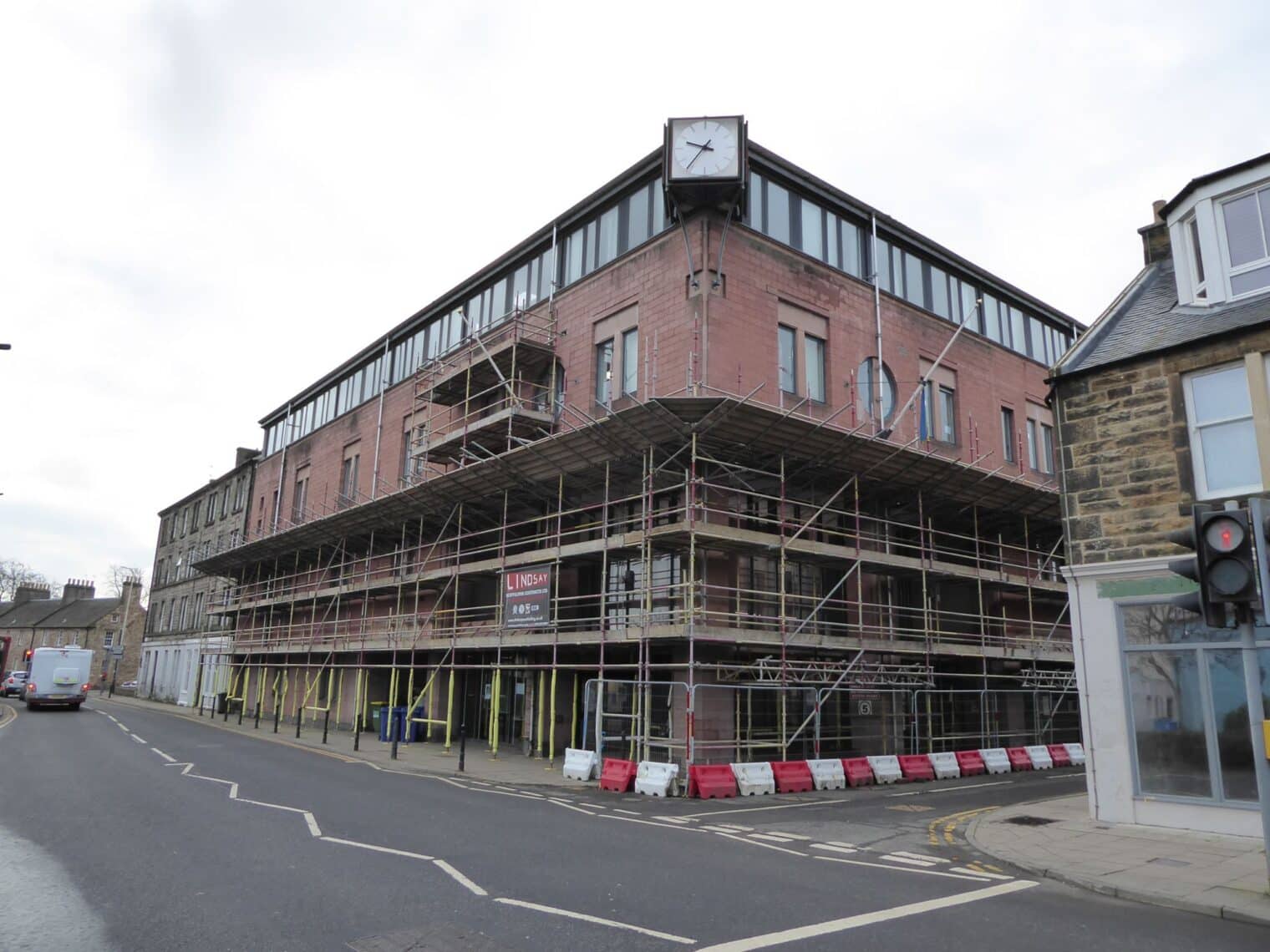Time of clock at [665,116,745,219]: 9:36
